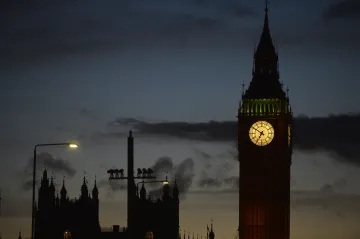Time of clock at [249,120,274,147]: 6:50
